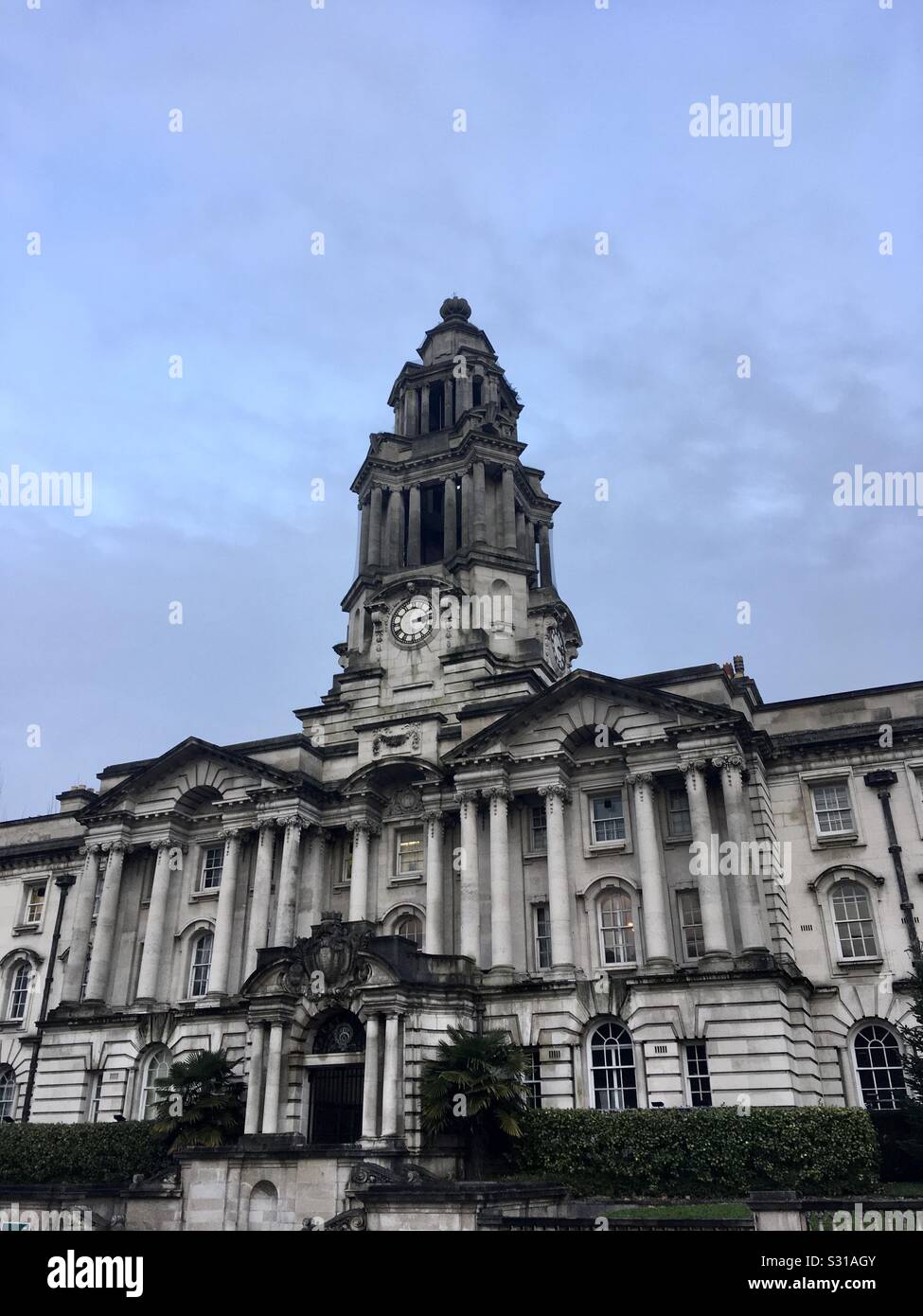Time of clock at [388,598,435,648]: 3:13
